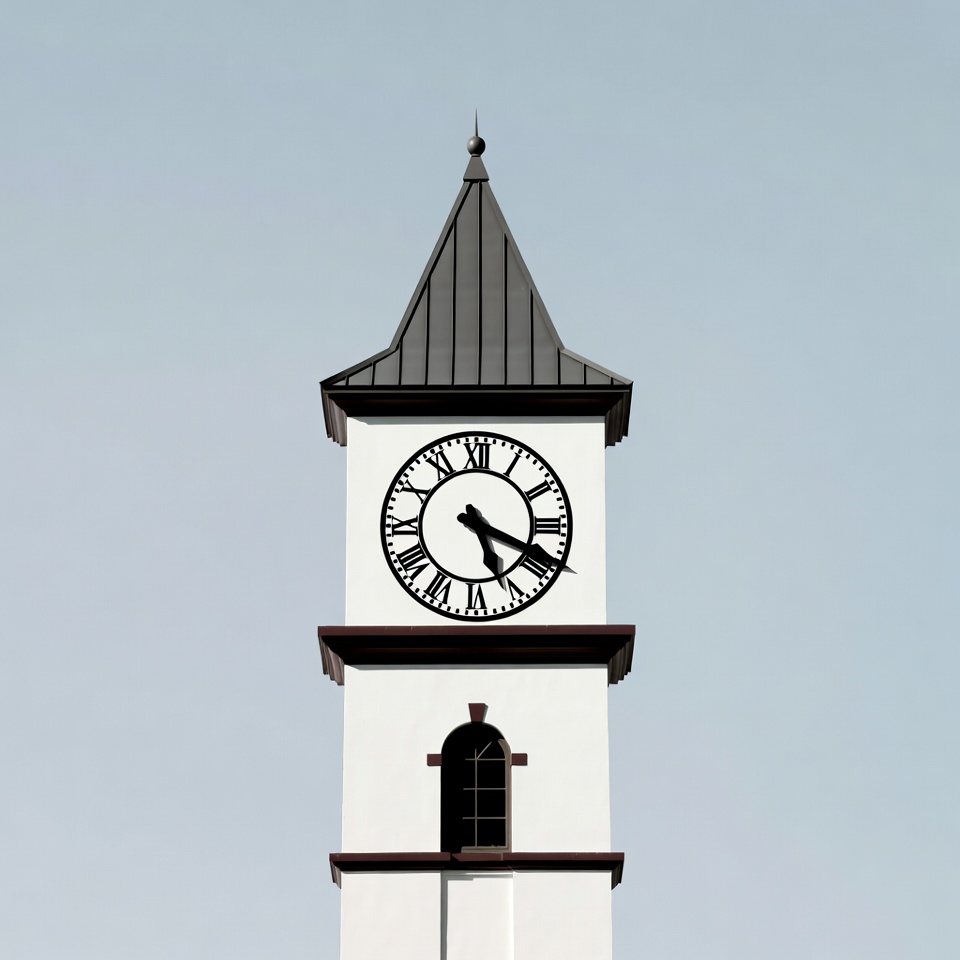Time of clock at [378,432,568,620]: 5:18
